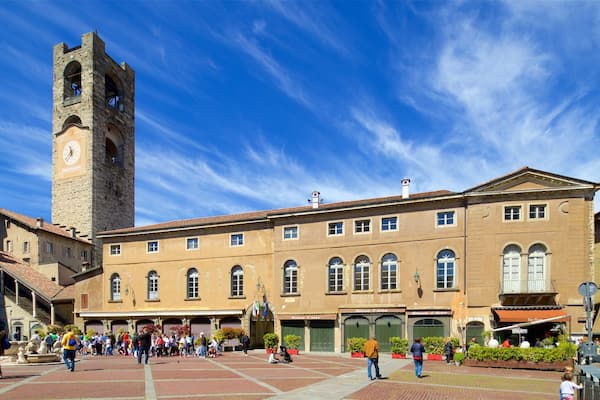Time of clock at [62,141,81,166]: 11:36
